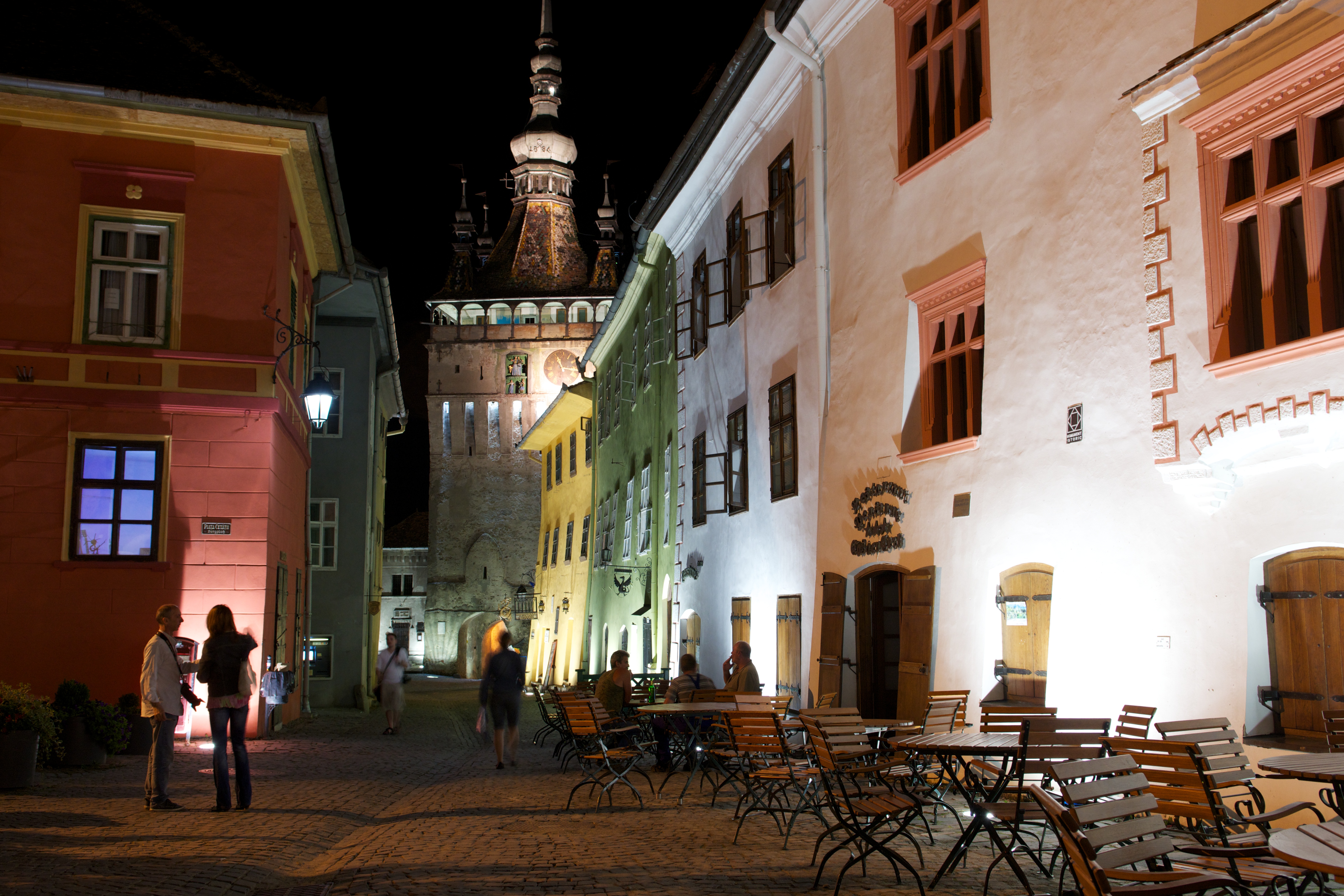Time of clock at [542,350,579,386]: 11:16
